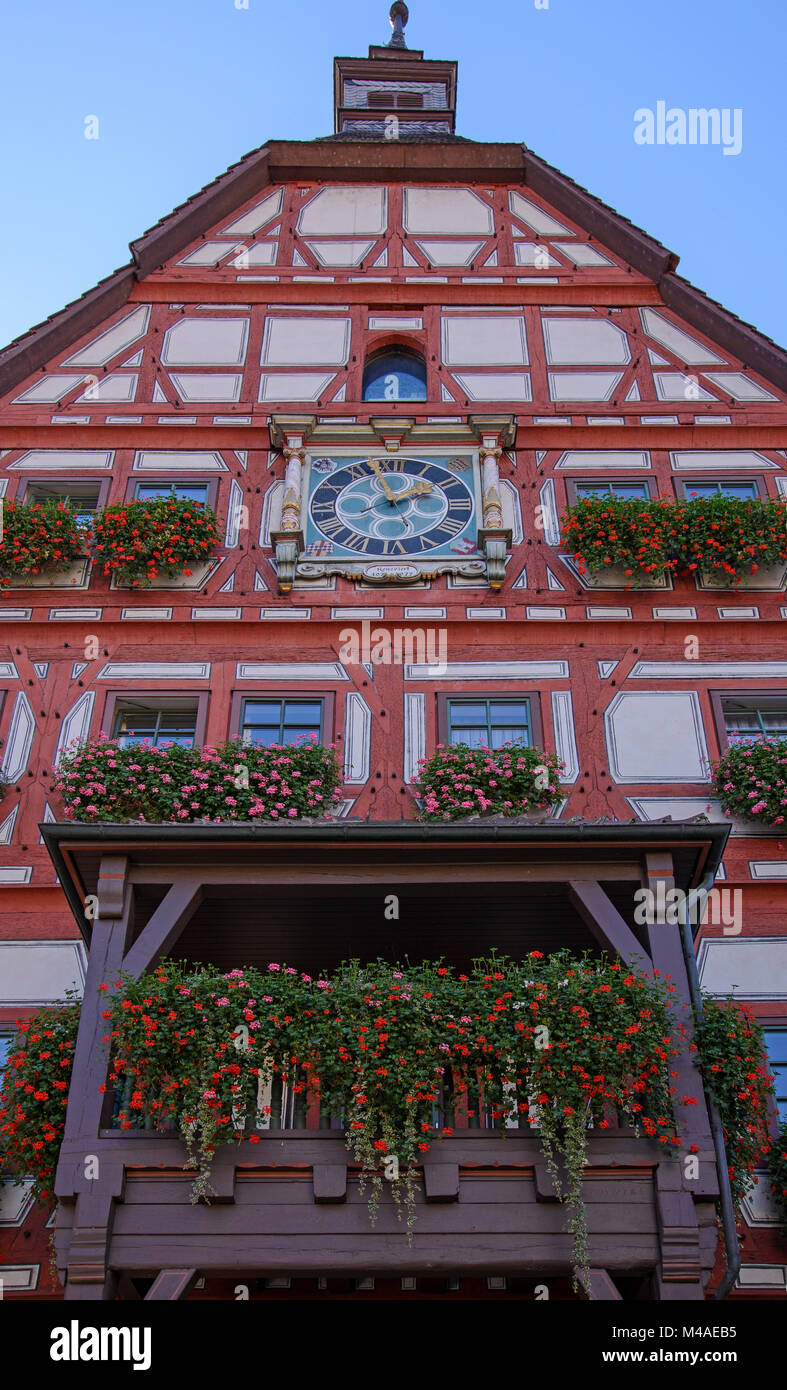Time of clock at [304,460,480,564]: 1:57
